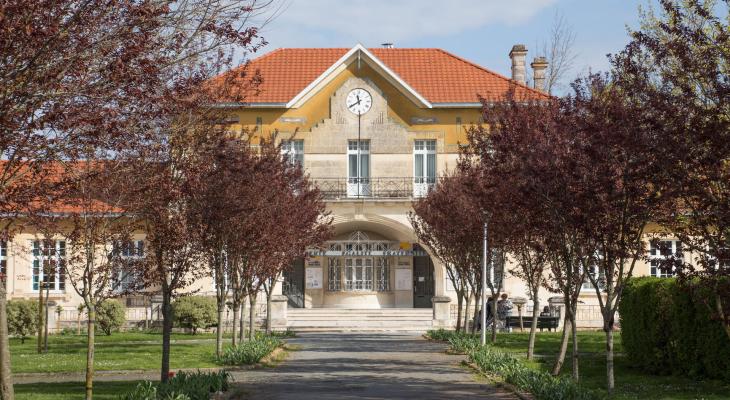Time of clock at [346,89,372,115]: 11:39
